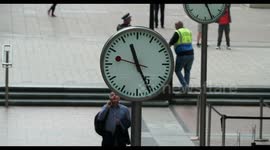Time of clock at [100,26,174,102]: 11:25
